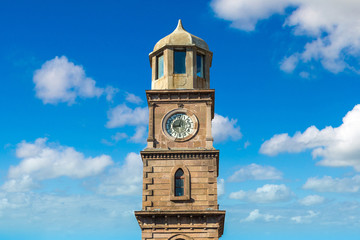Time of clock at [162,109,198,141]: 9:01
